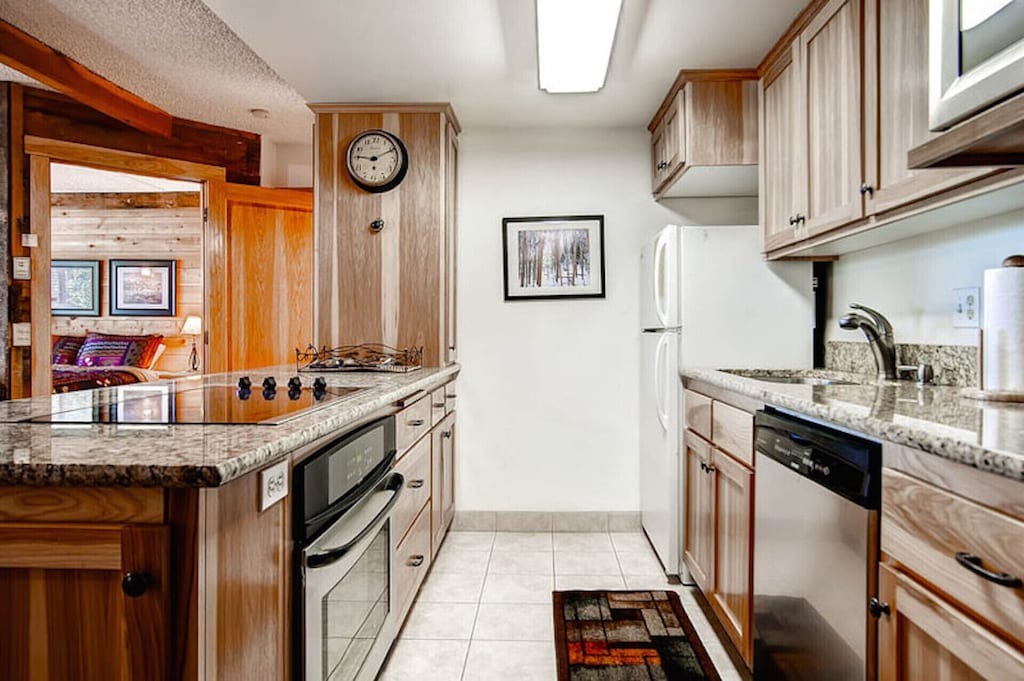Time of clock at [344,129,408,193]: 9:10
